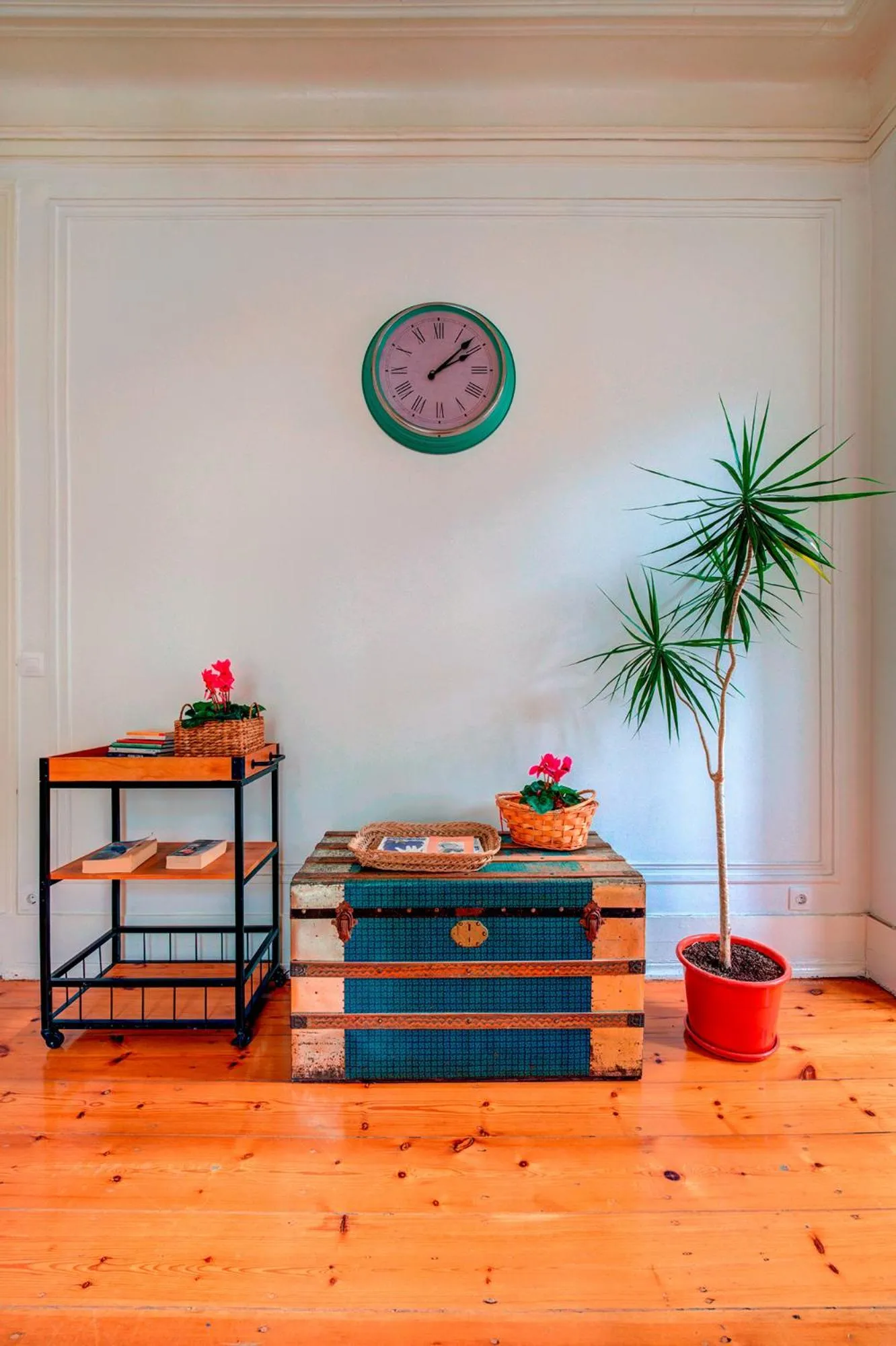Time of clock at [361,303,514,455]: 2:07
